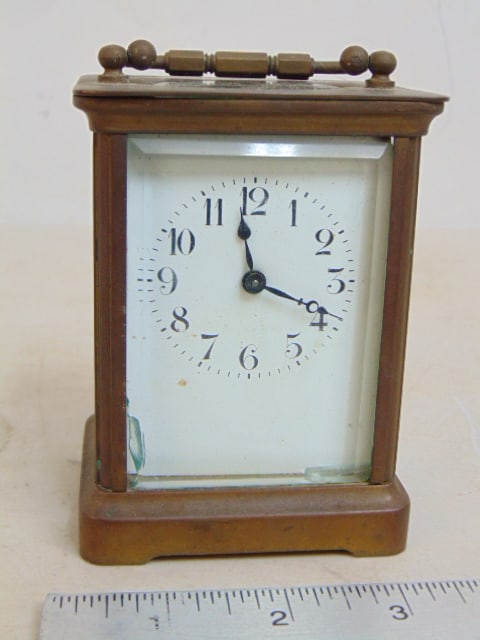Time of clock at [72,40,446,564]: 3:58
